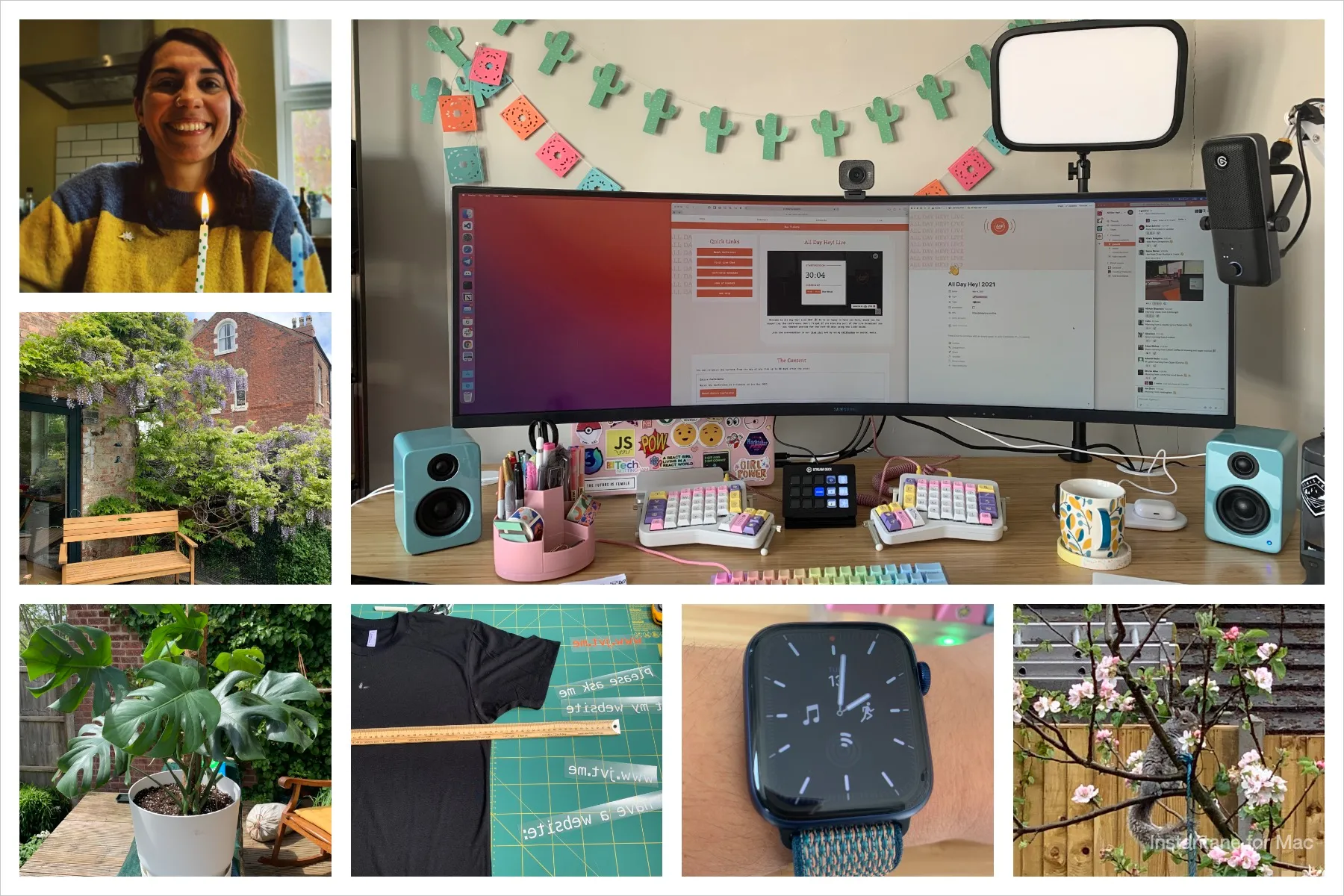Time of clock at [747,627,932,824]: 2:01
